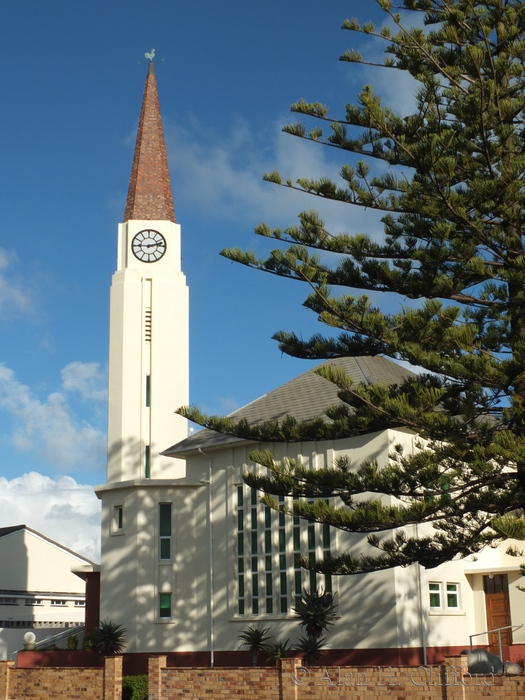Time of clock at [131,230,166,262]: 9:12
